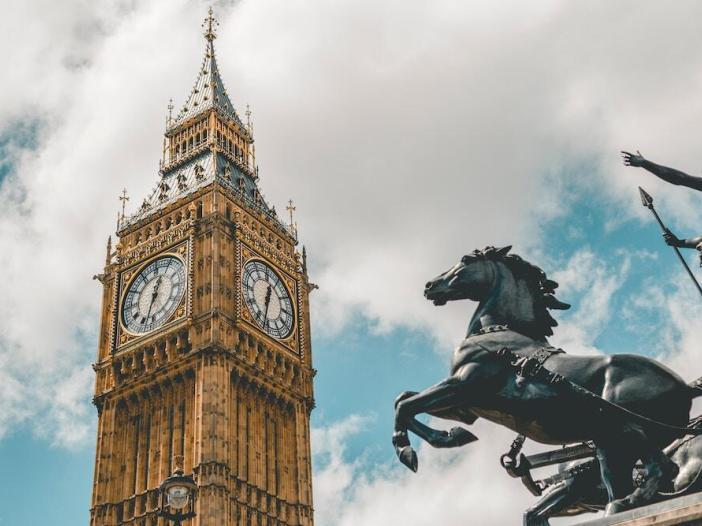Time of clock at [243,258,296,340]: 12:32
